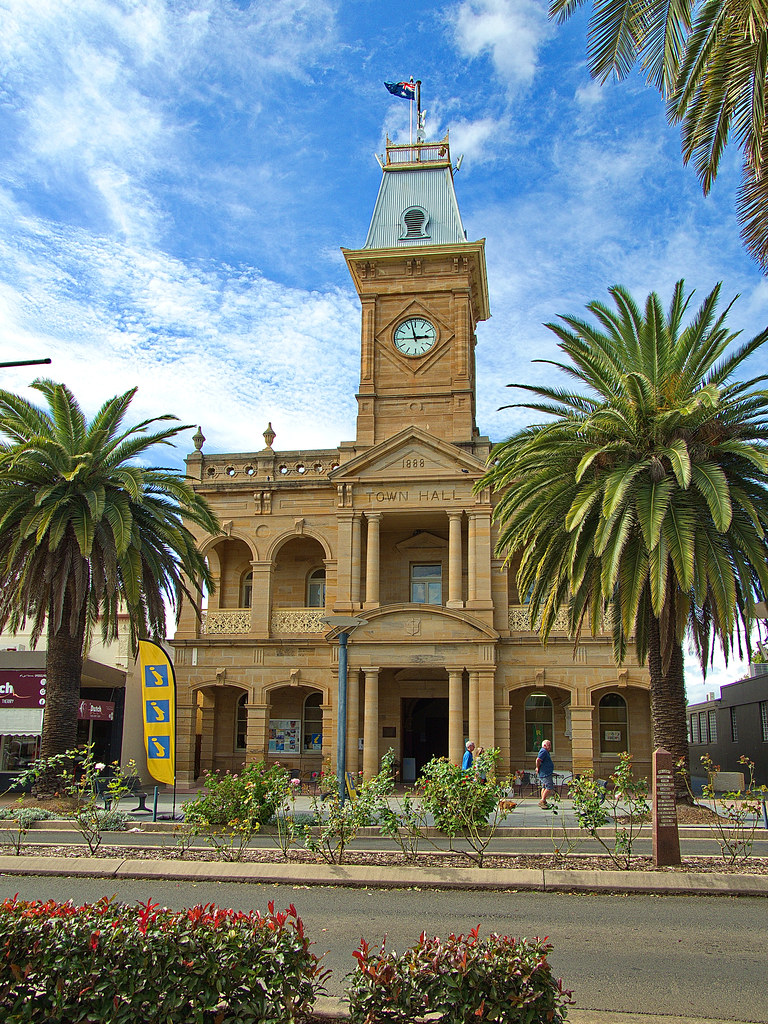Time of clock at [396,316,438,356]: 2:57
